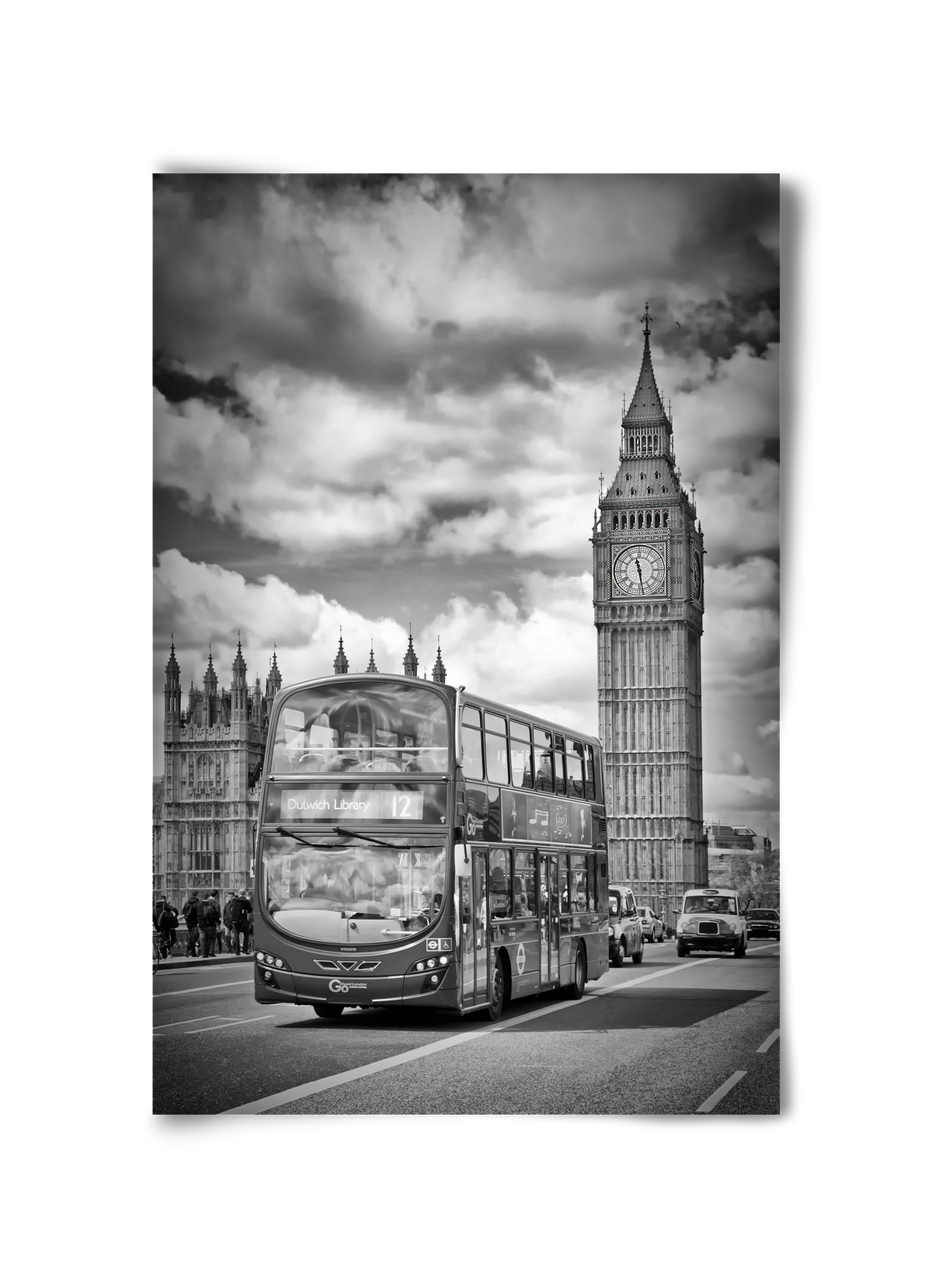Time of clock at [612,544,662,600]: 11:28
